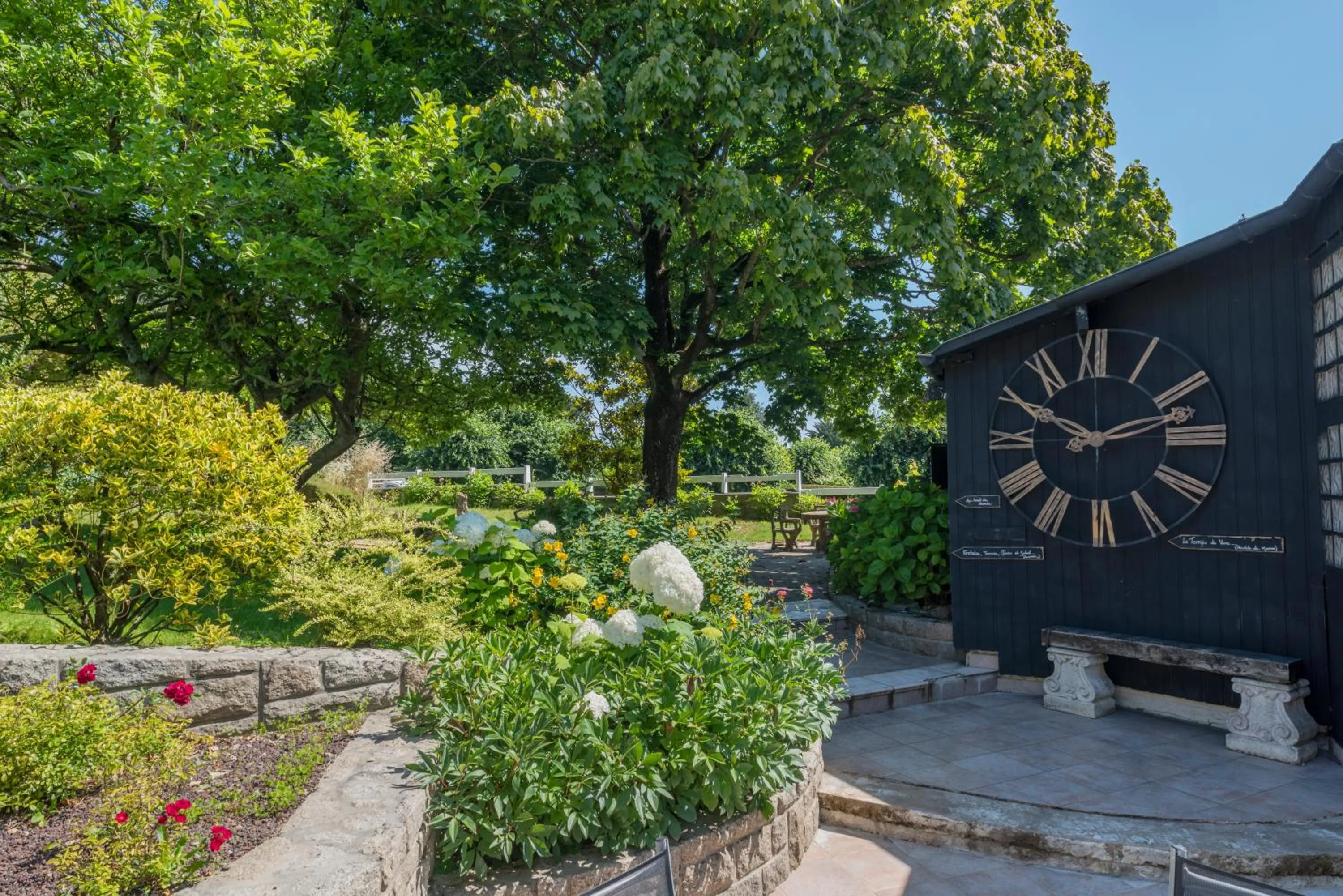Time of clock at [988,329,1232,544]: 10:12
